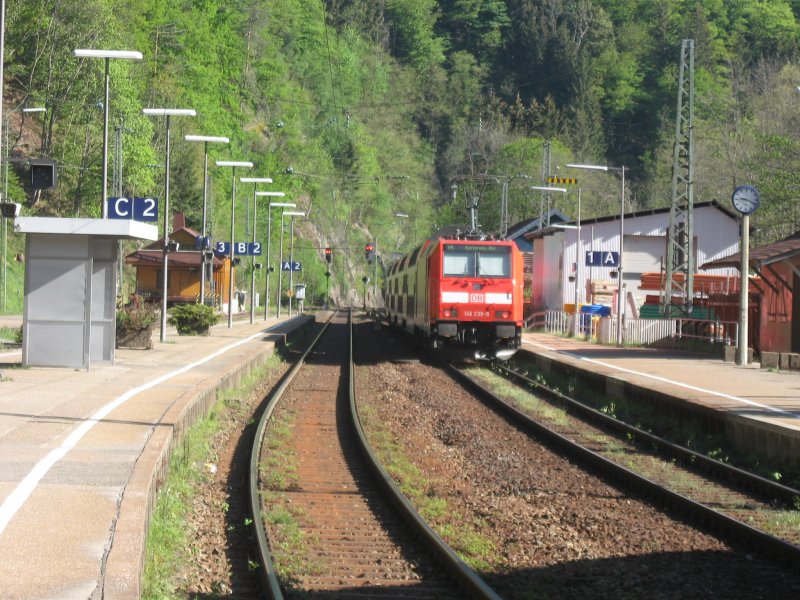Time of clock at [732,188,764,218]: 9:18
